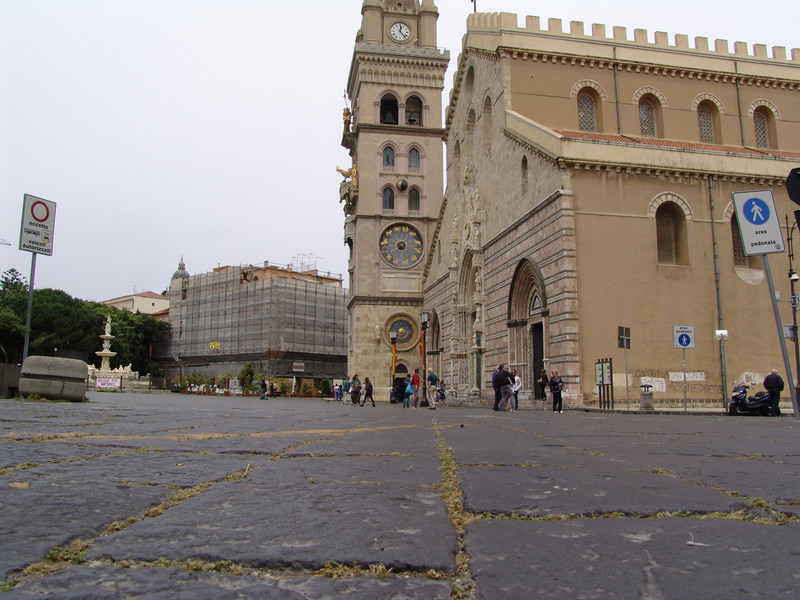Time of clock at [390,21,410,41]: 12:23
